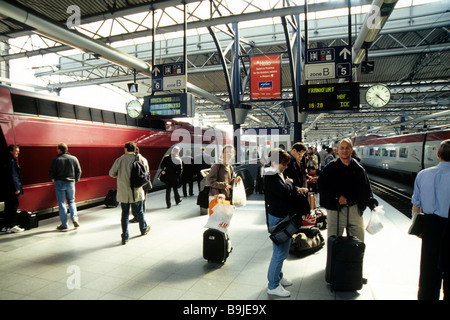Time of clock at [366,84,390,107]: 4:21
